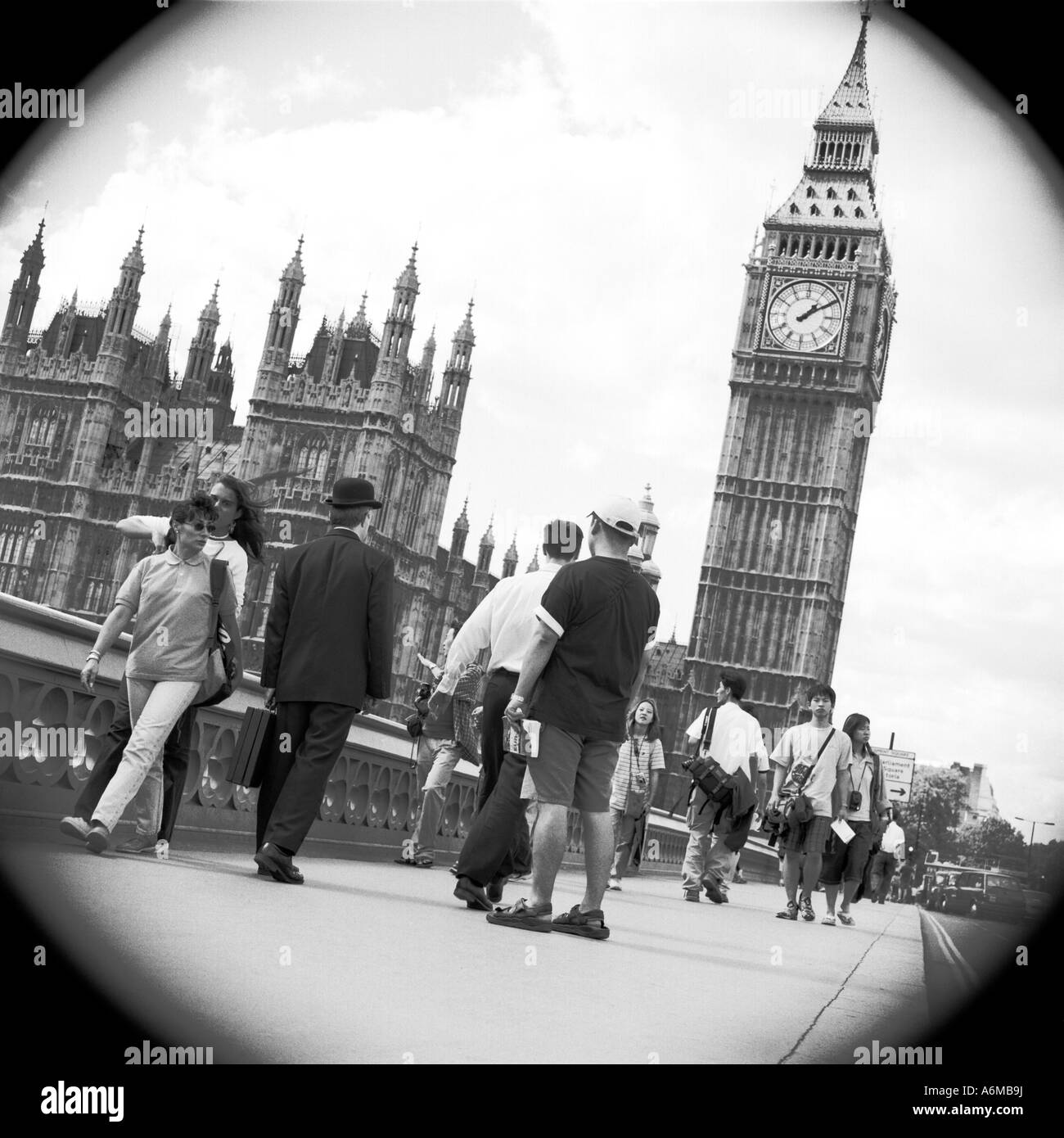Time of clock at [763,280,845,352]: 1:09
